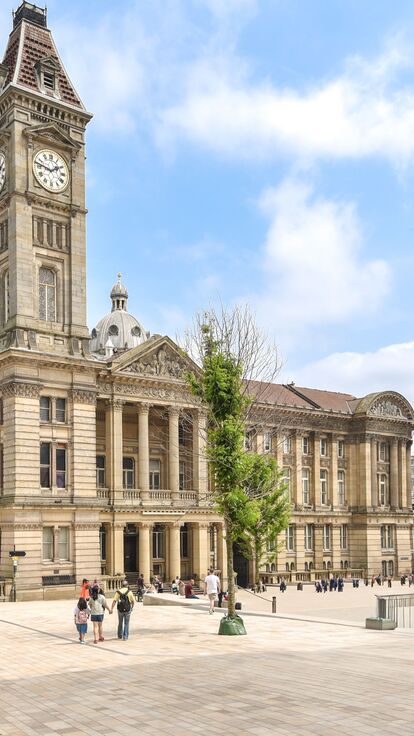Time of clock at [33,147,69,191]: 1:47
